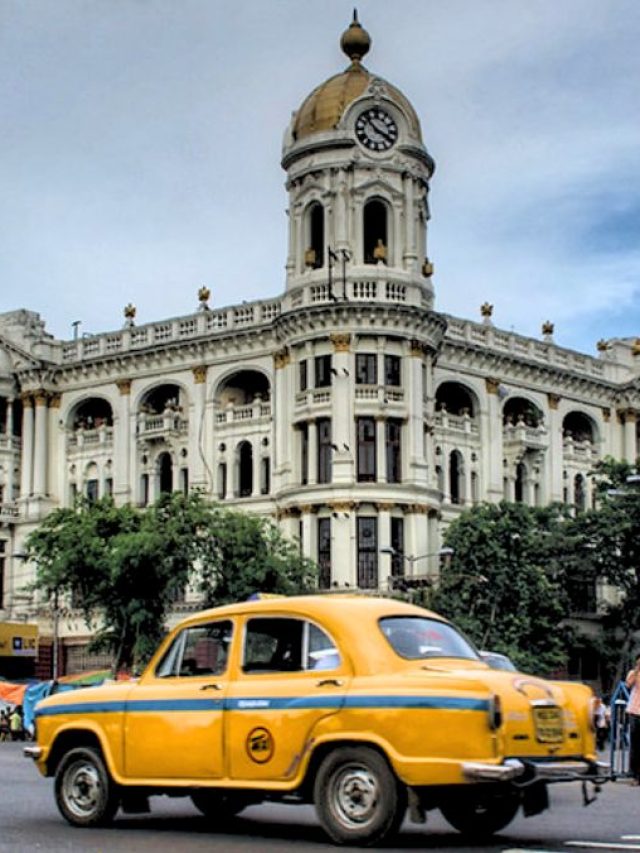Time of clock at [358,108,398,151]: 3:52
